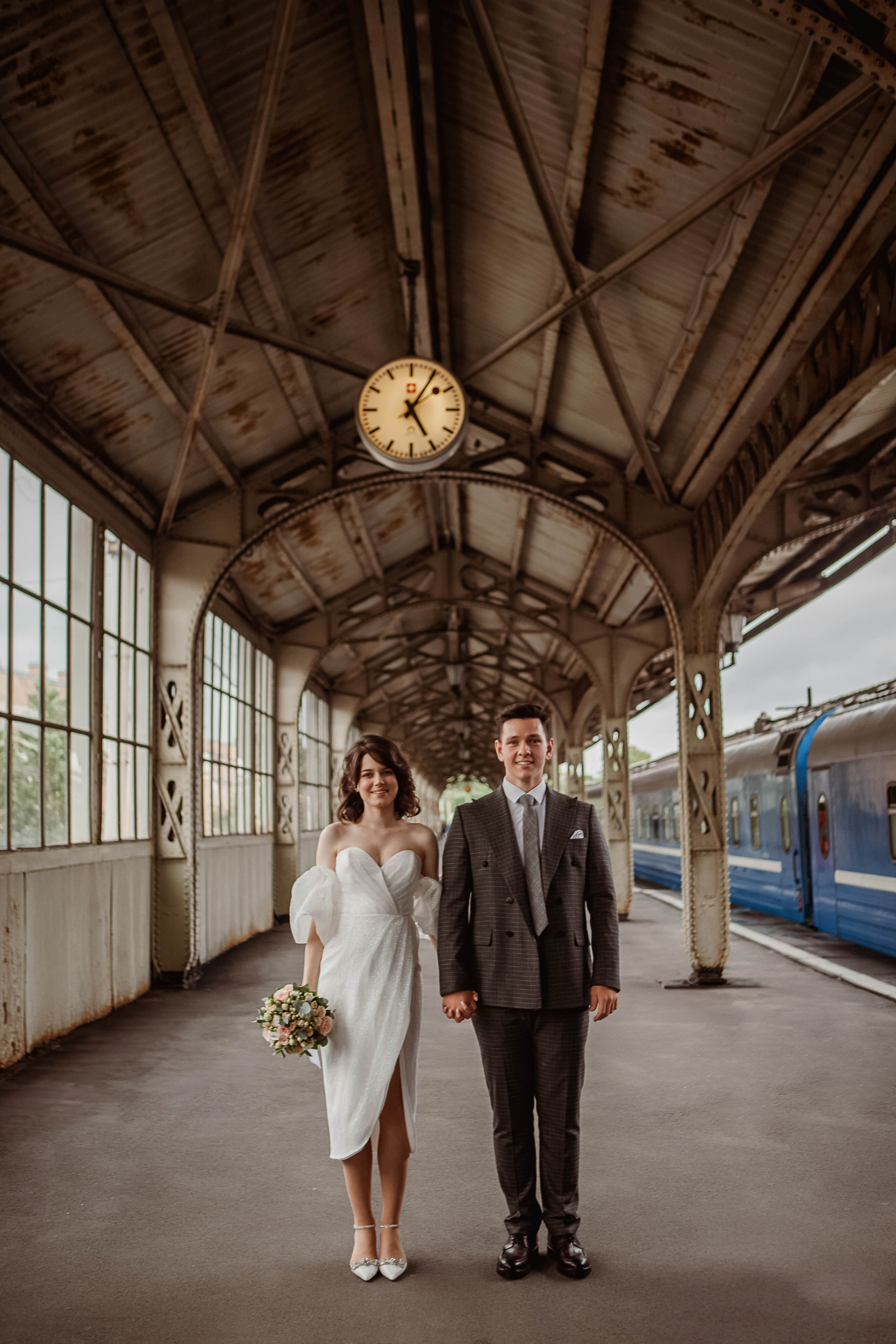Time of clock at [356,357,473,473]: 5:05
